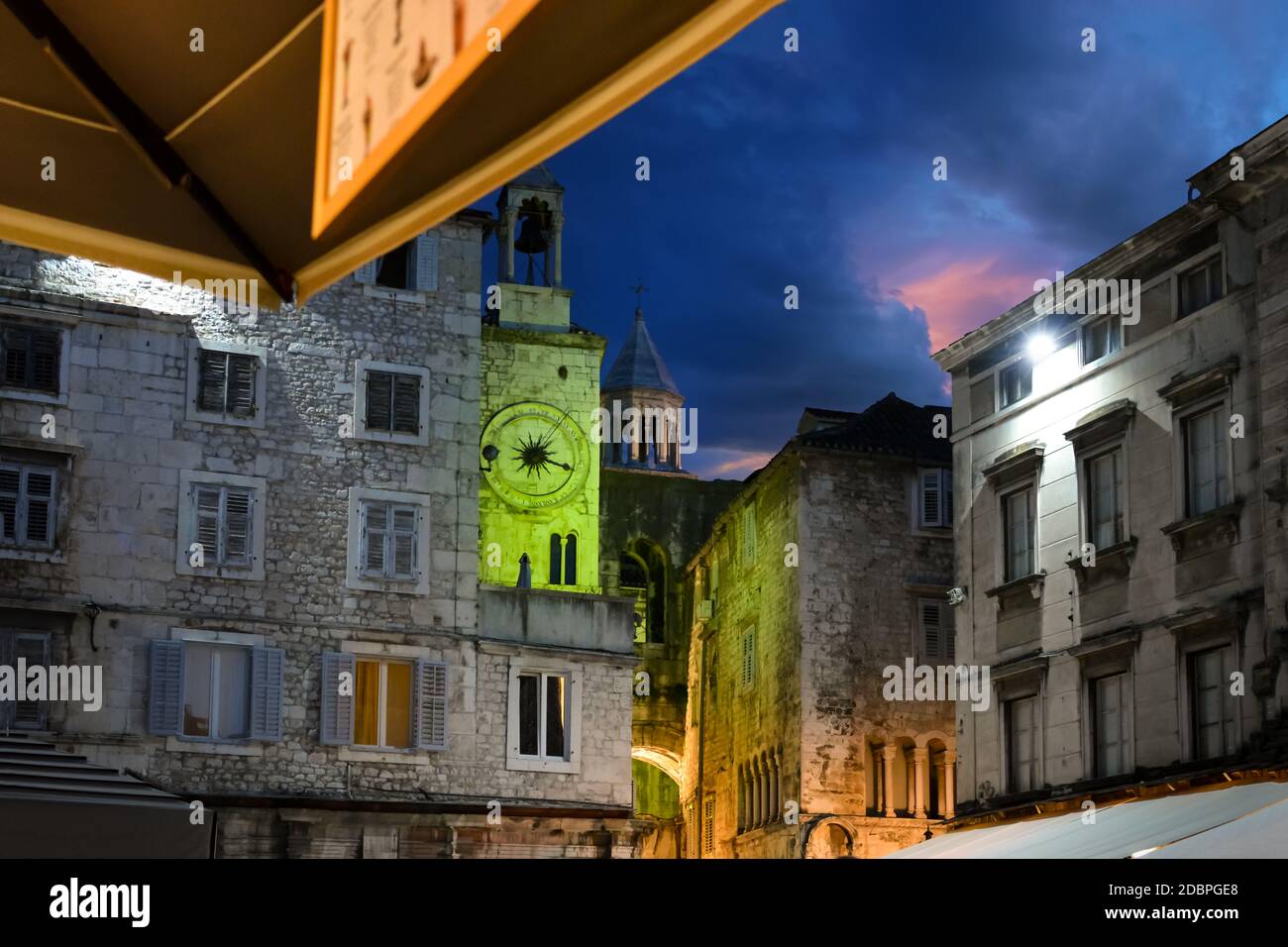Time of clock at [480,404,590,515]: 1:18
